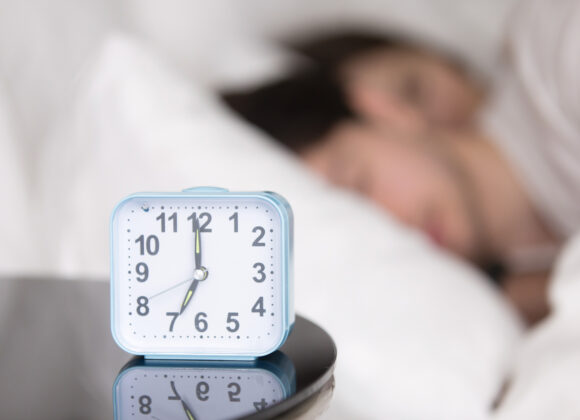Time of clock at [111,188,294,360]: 6:59
